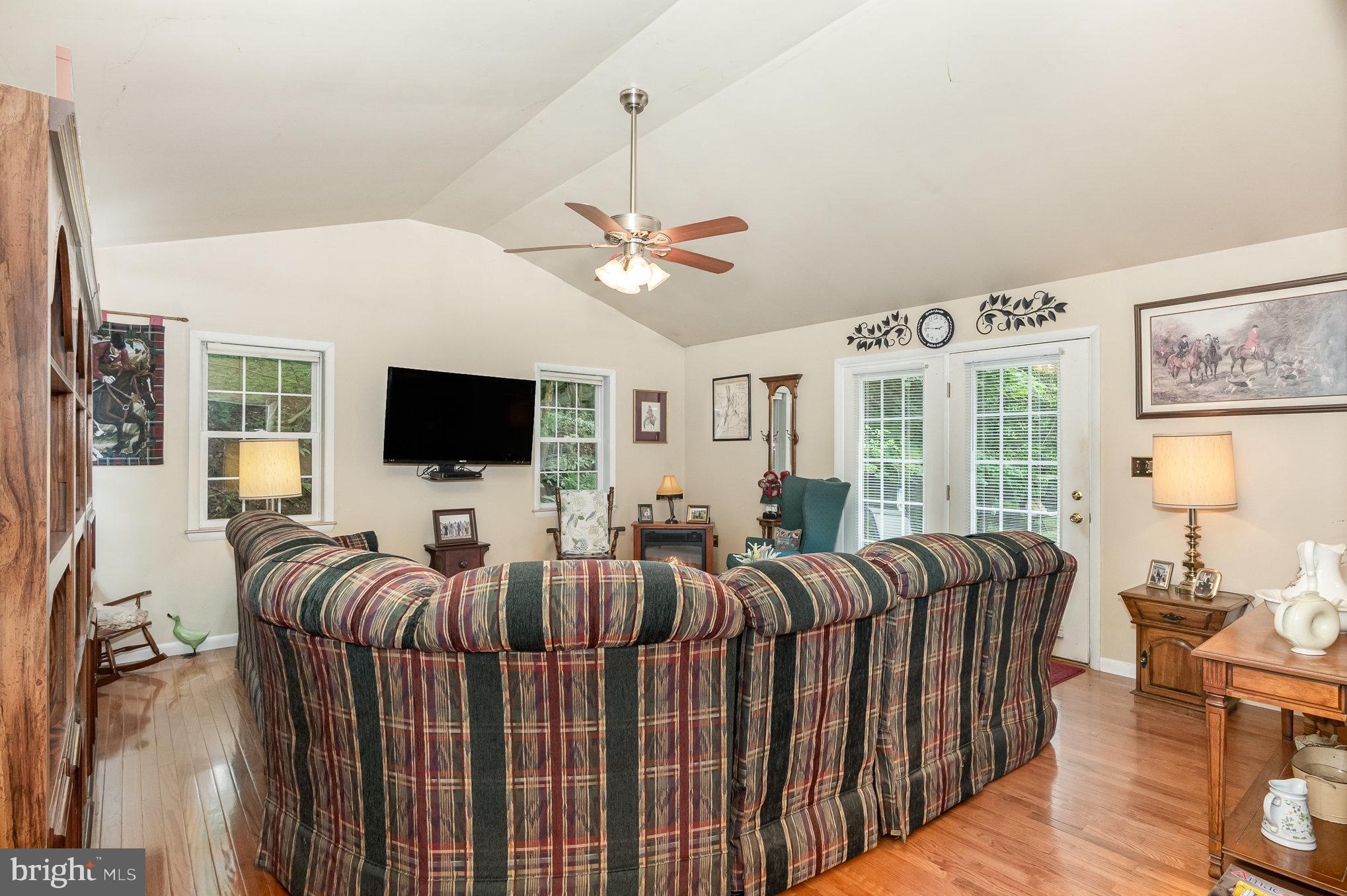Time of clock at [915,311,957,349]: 2:46
